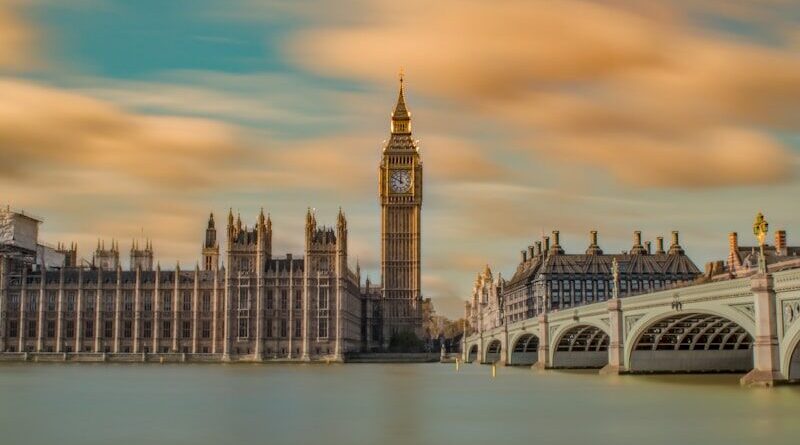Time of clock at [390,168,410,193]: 11:49
